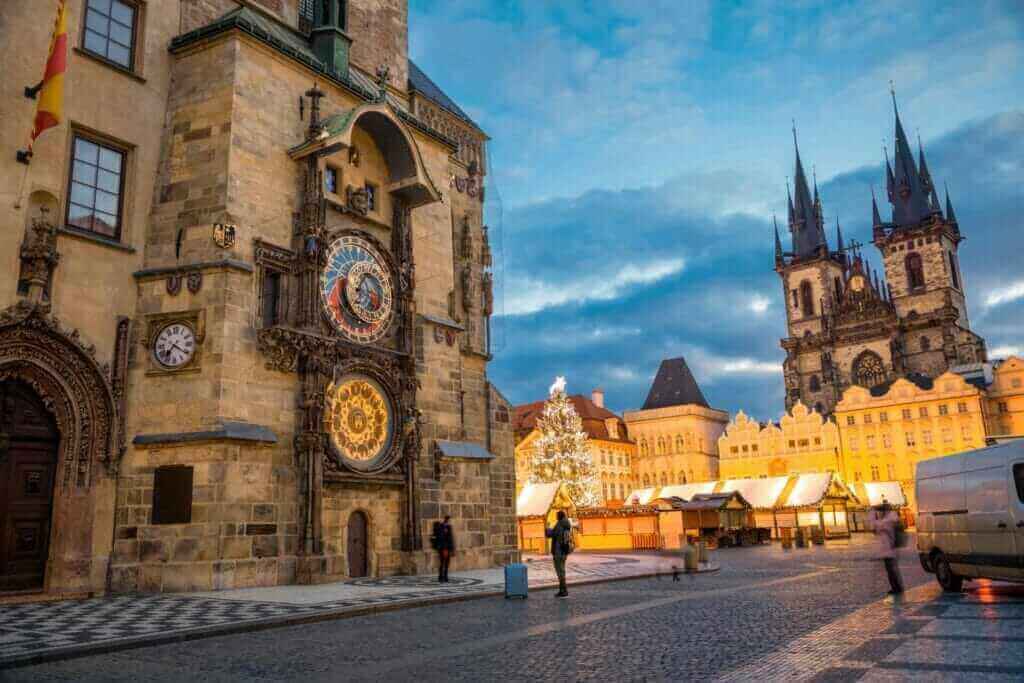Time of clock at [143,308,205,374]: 7:20
